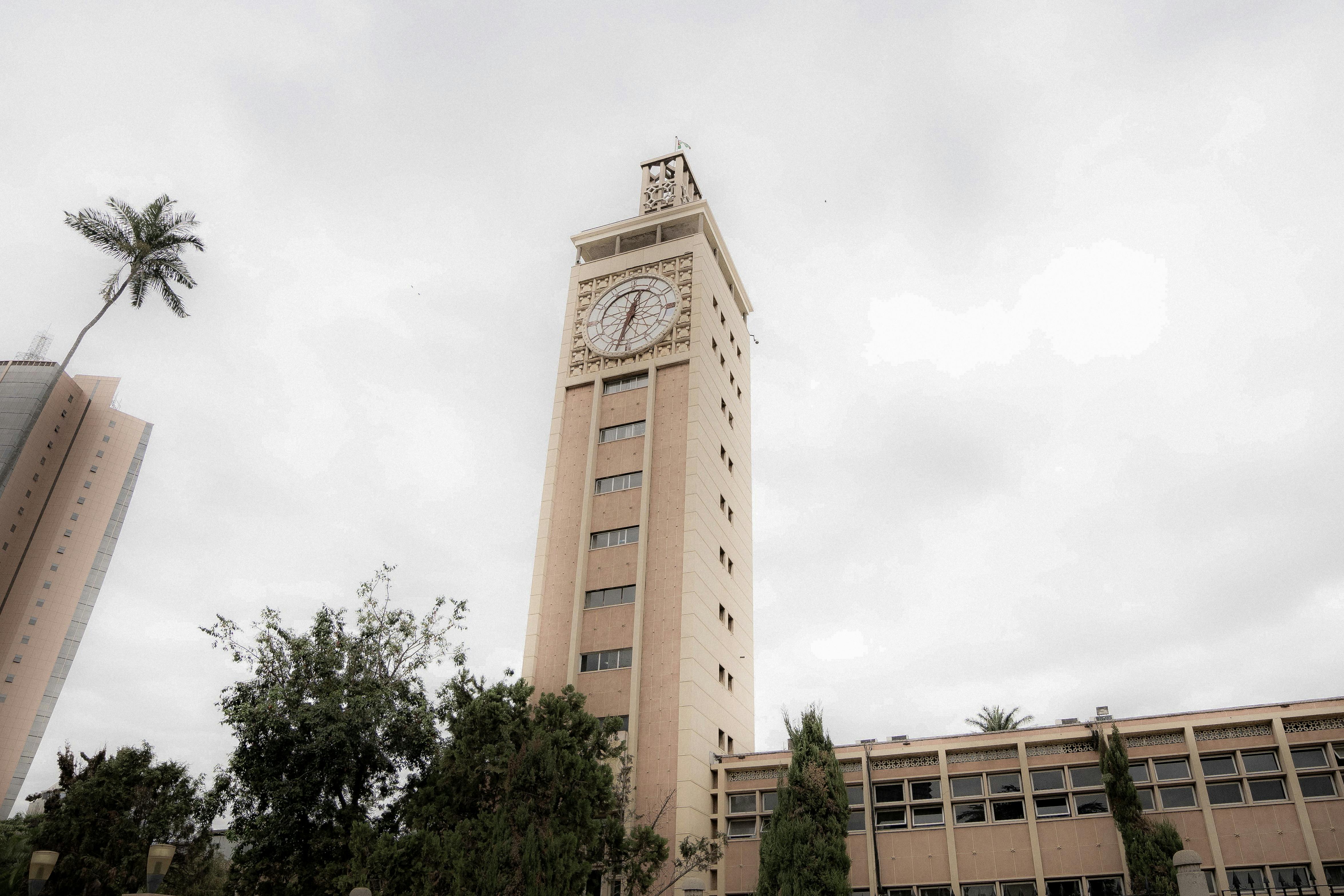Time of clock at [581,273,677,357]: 12:32
